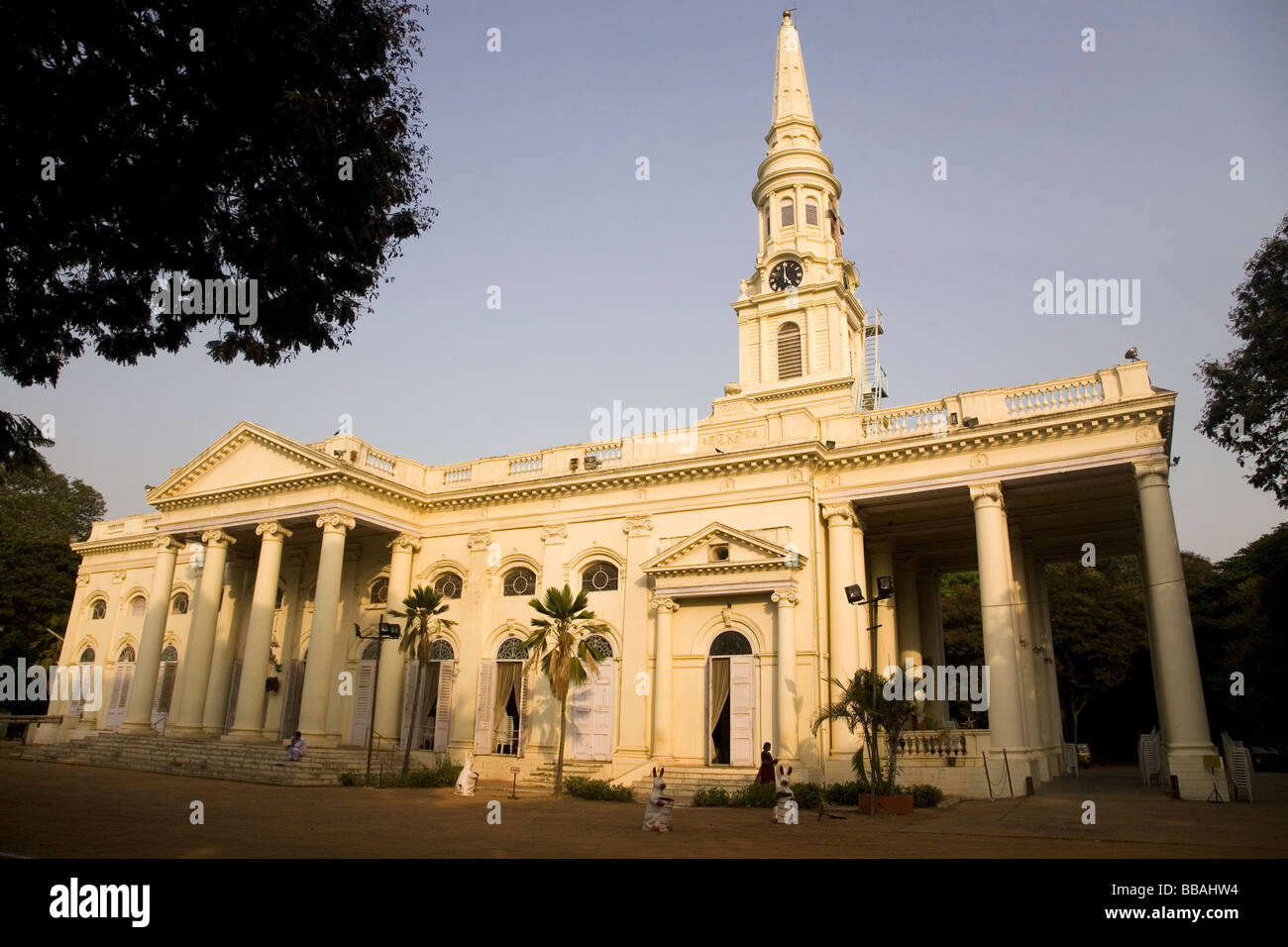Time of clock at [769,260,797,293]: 4:59
